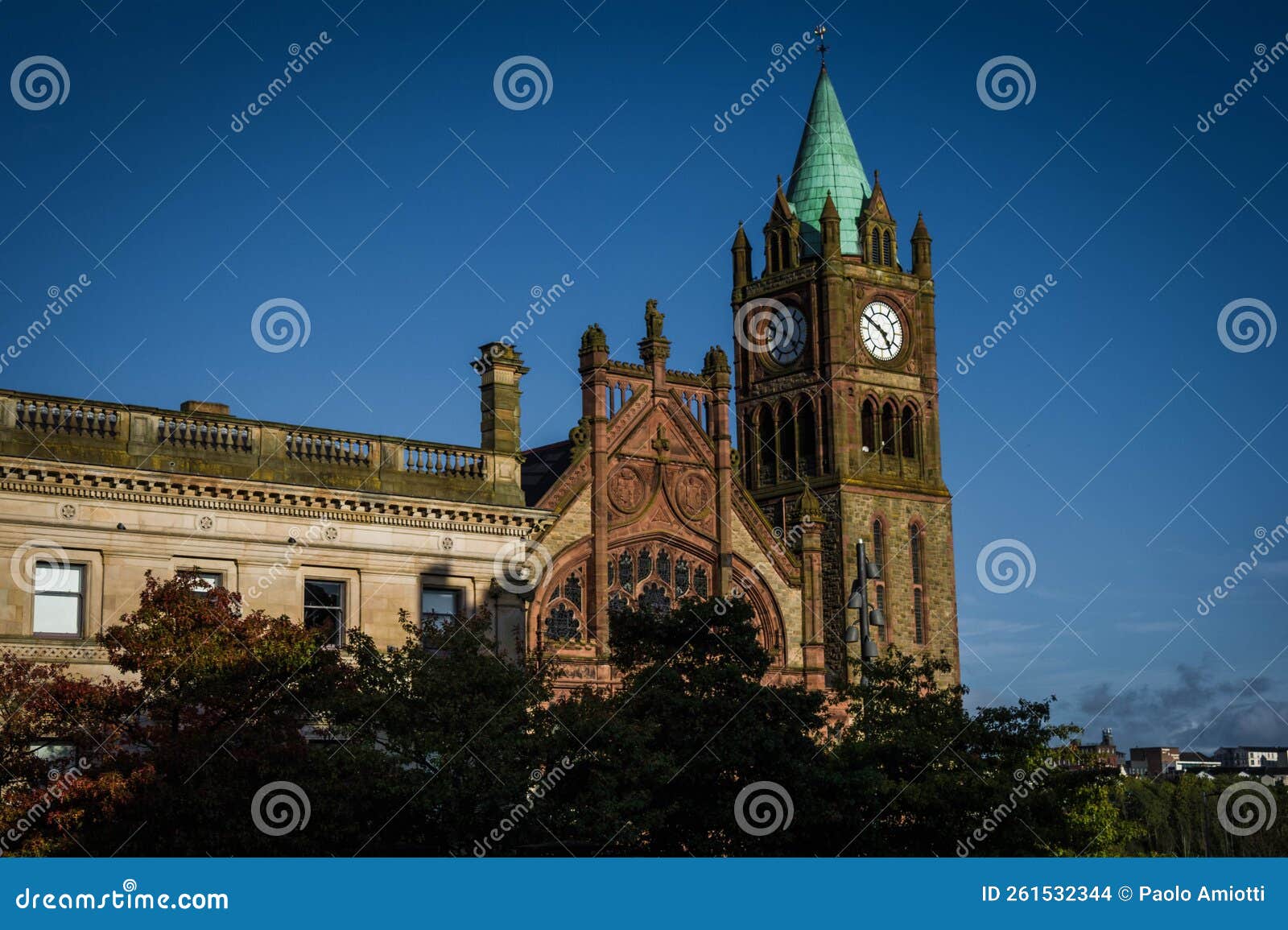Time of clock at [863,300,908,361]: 4:50
